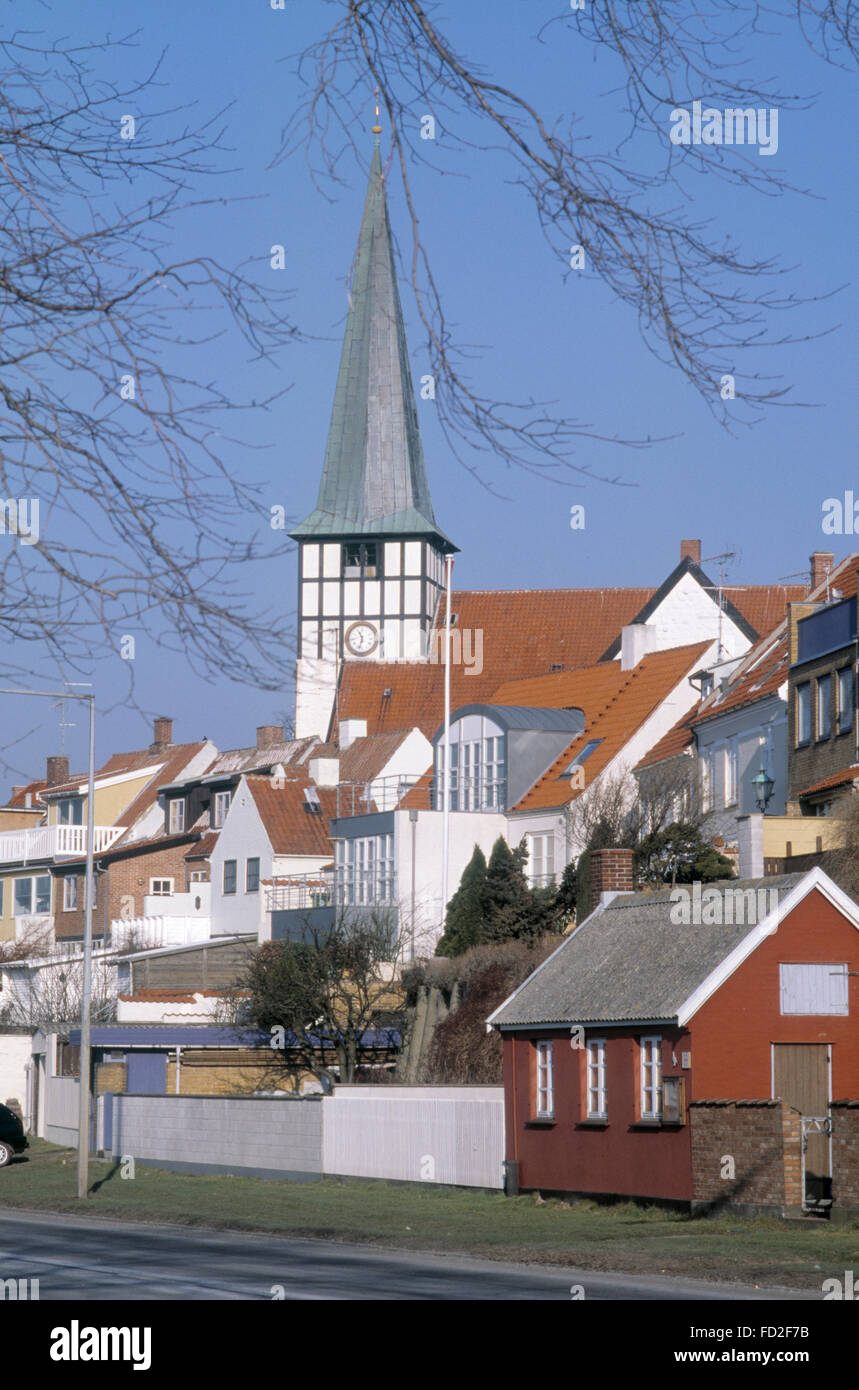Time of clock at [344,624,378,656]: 11:32
